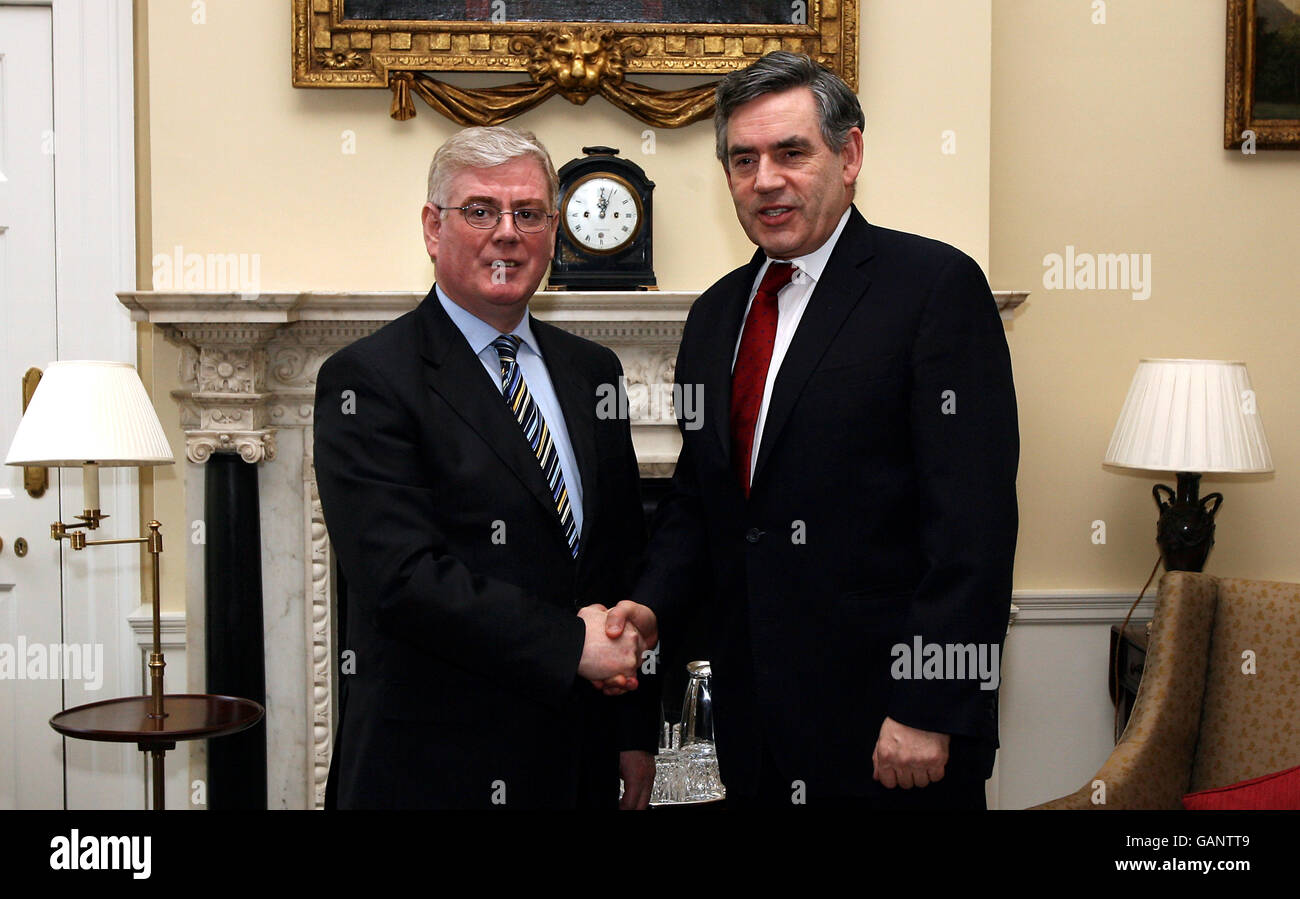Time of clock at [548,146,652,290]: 12:03
